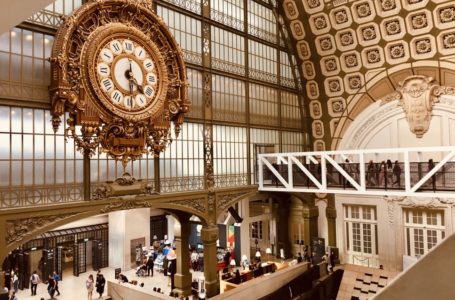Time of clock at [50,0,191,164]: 4:29
